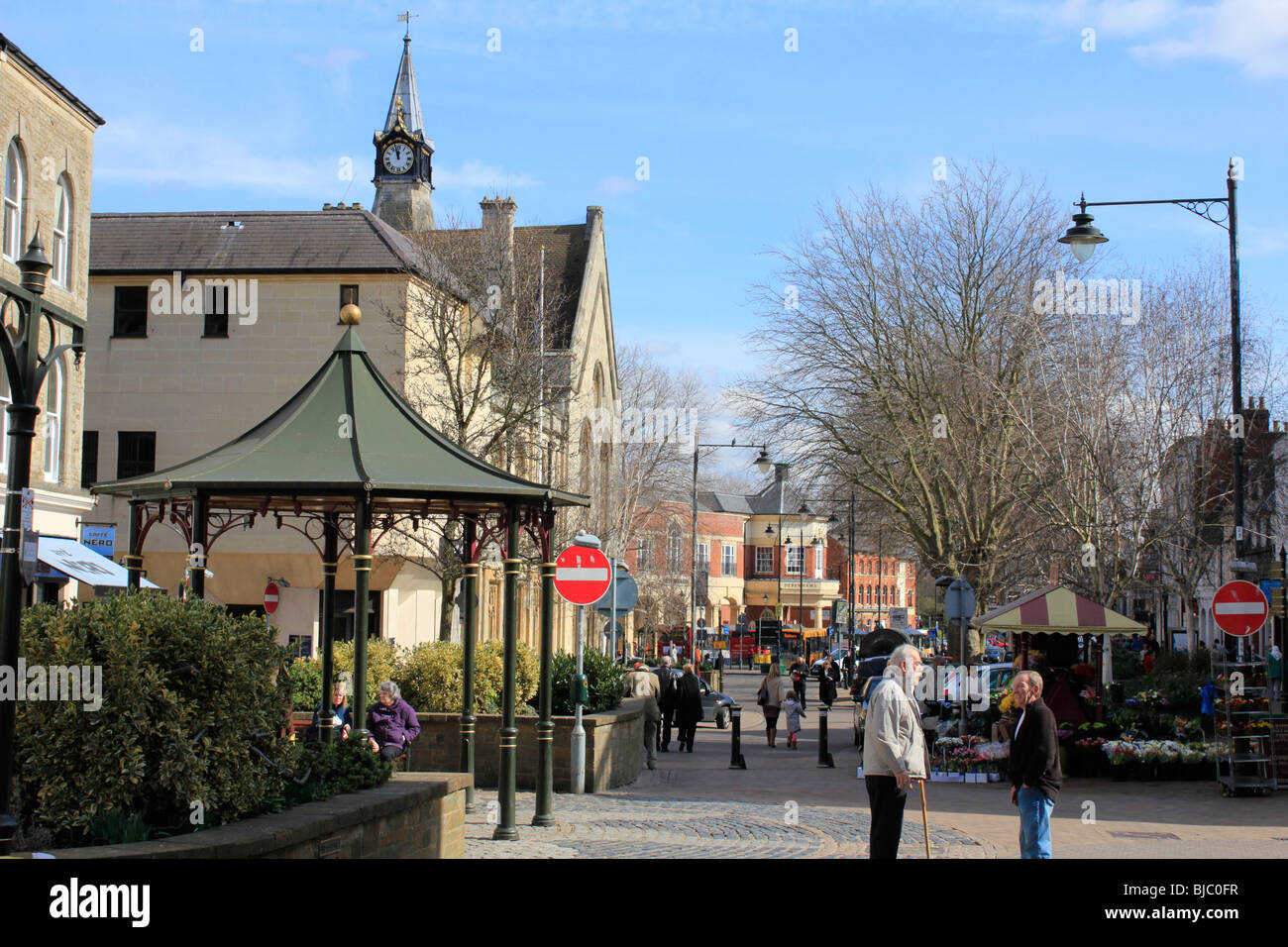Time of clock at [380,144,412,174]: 11:57
